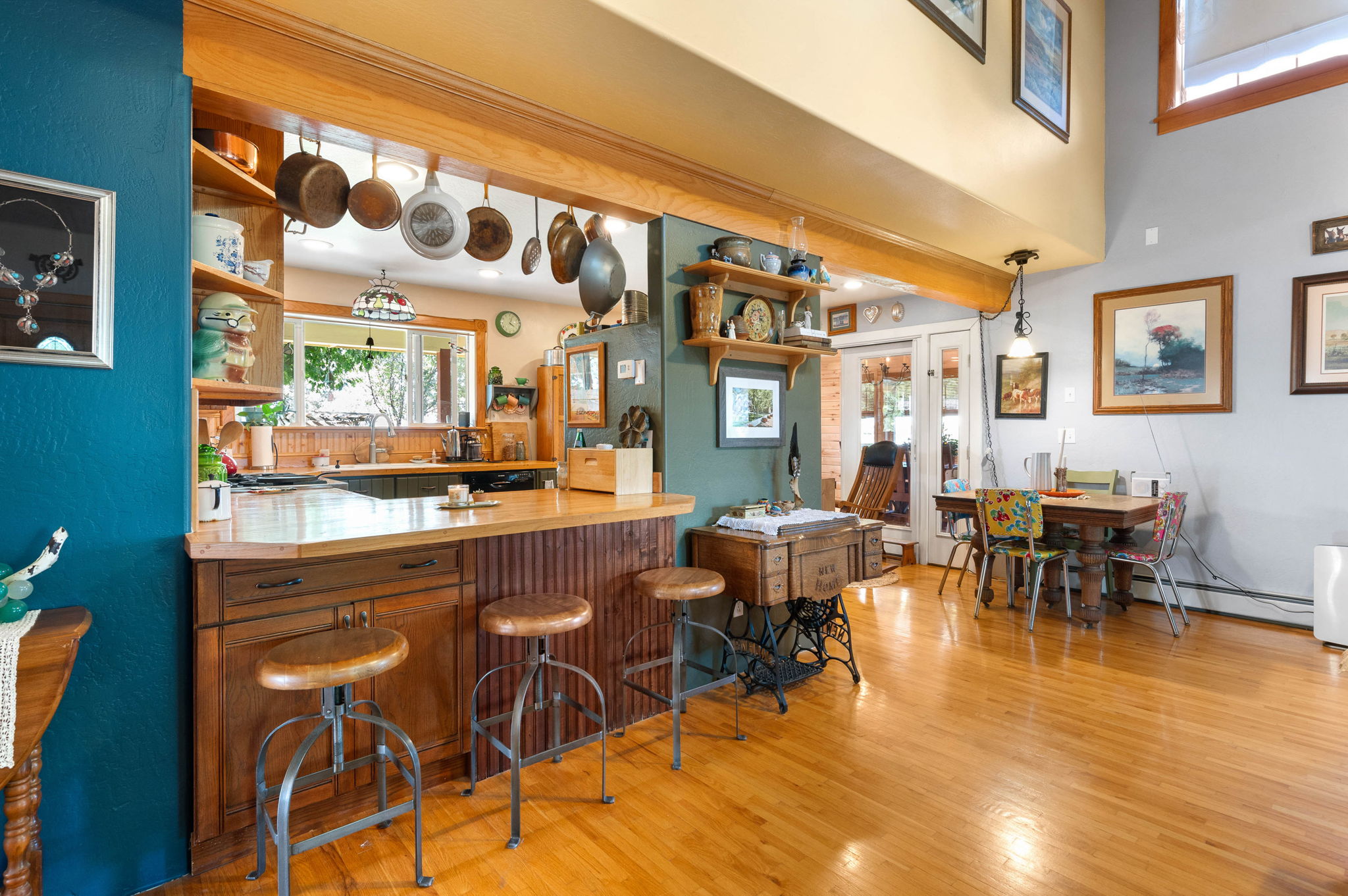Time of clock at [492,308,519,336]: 4:03
